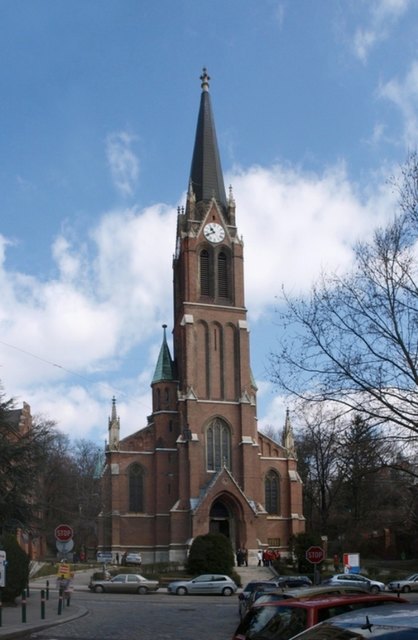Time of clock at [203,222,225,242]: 10:41
